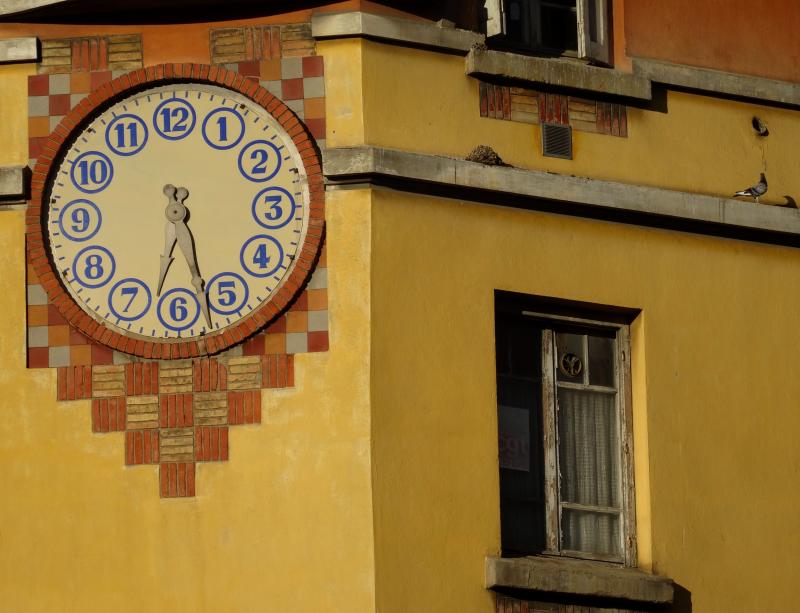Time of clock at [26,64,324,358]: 6:27
